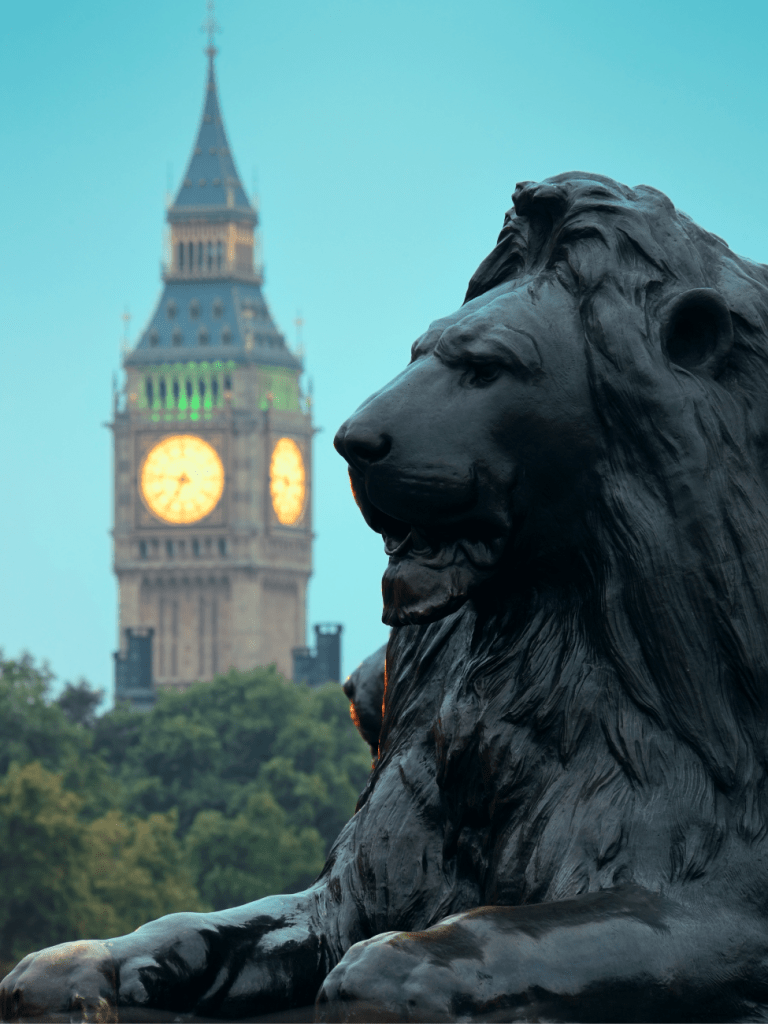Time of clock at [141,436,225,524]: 6:46
